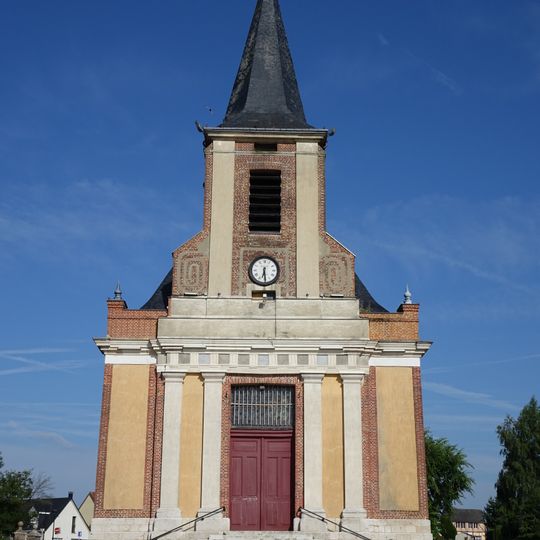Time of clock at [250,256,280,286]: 6:28
